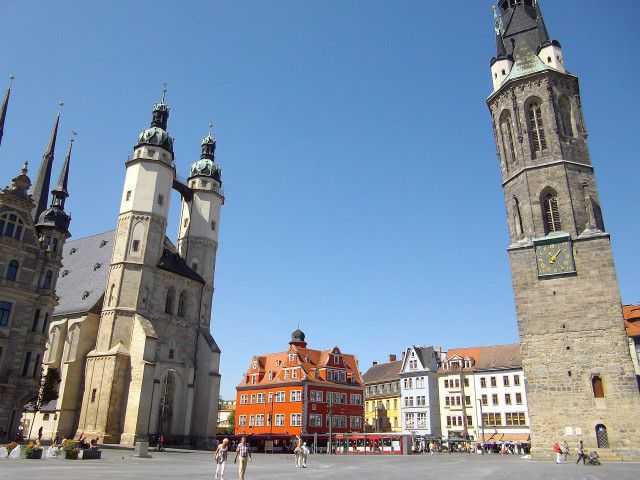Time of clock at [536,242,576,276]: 1:24
